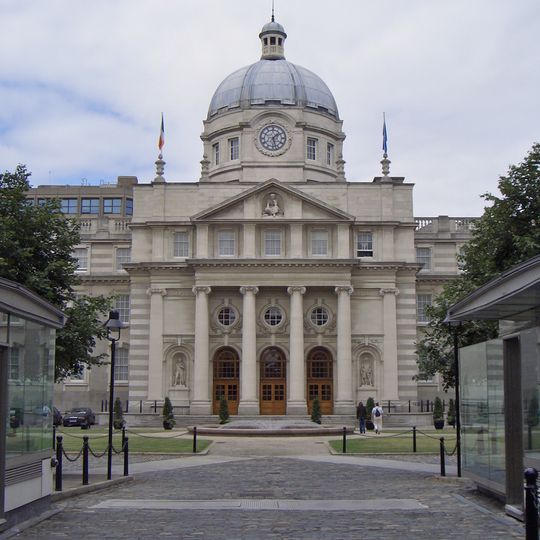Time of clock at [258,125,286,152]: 1:27
